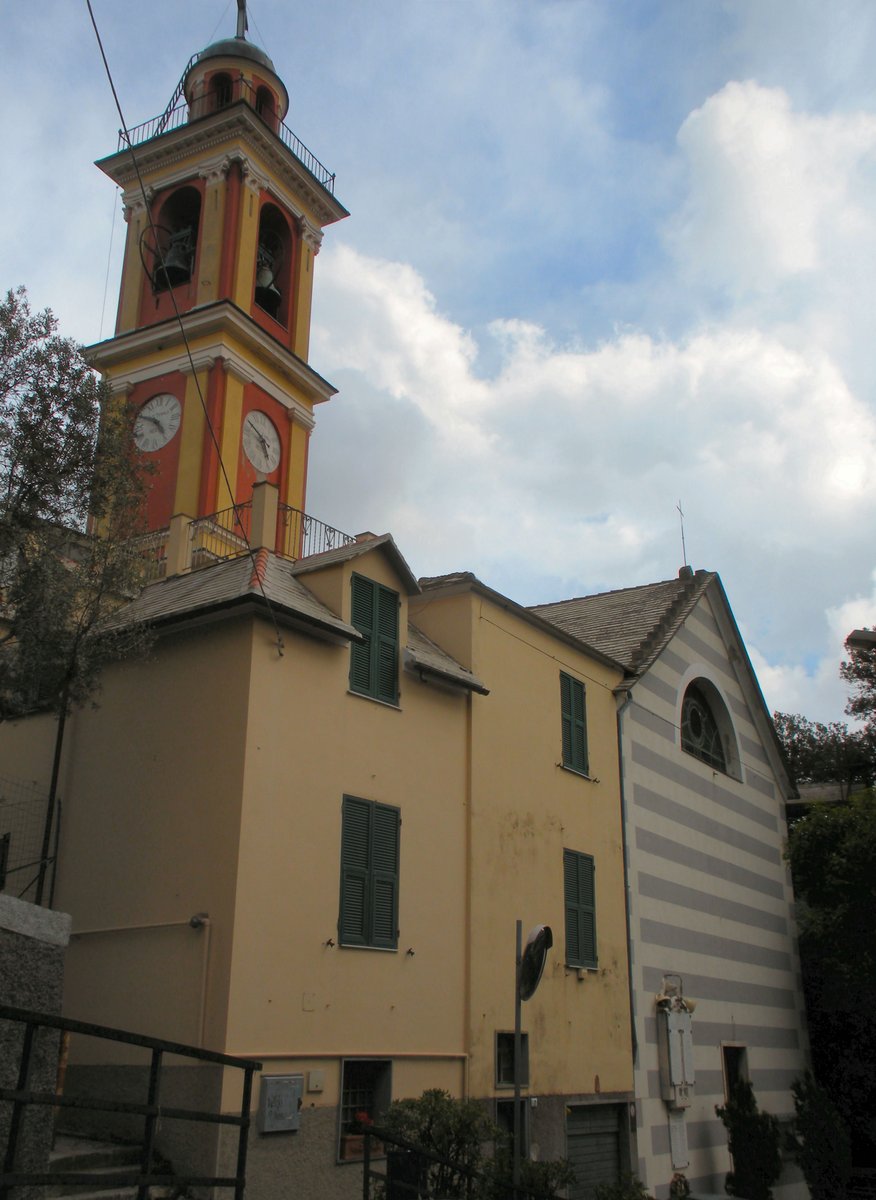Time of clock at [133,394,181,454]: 4:49
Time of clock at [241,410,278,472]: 4:49
